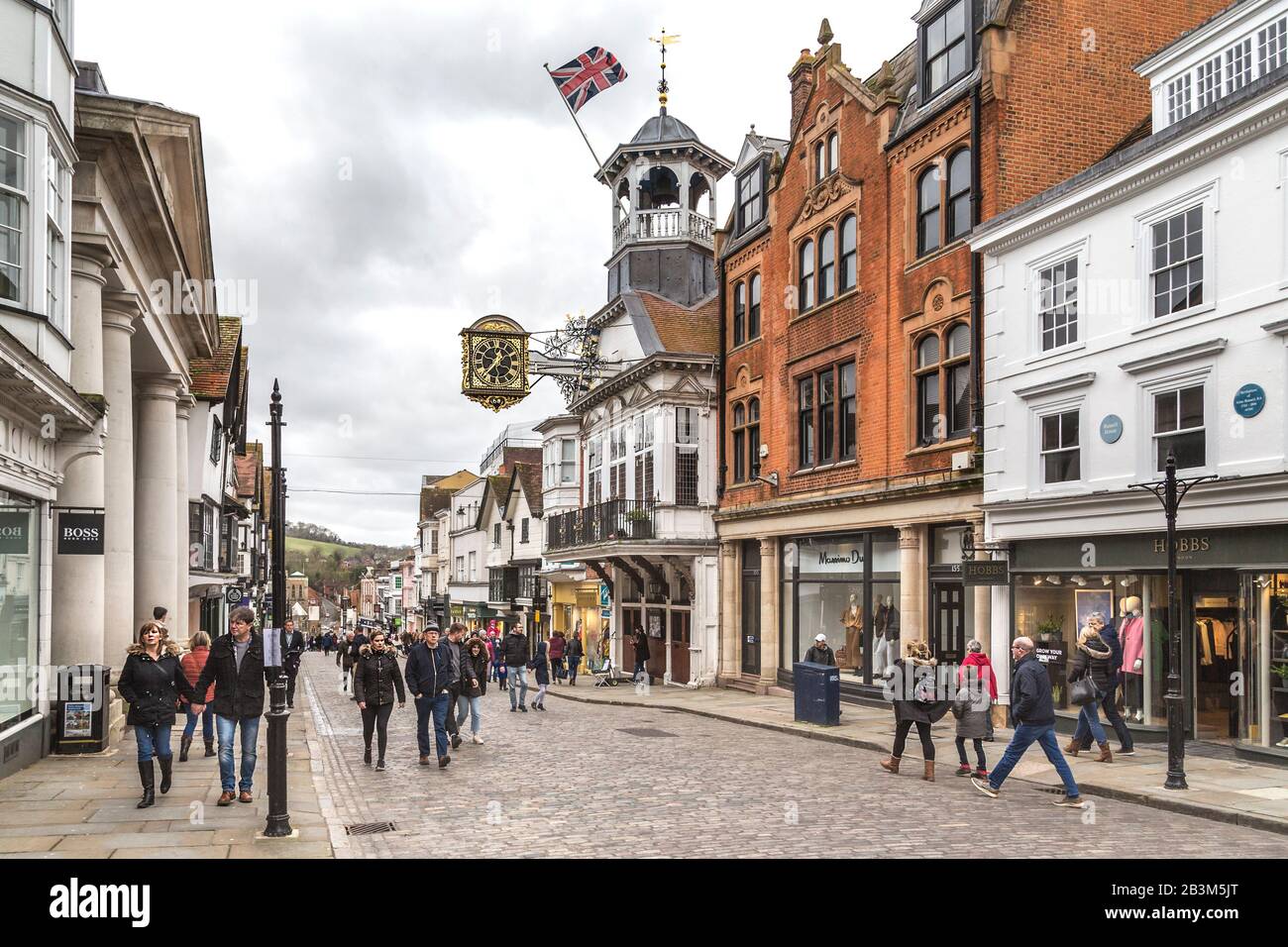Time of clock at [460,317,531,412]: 12:36
